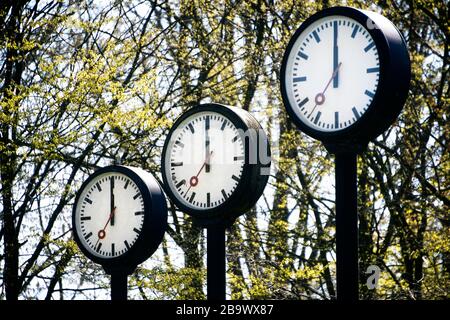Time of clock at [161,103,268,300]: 11:59
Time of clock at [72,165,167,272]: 11:59
